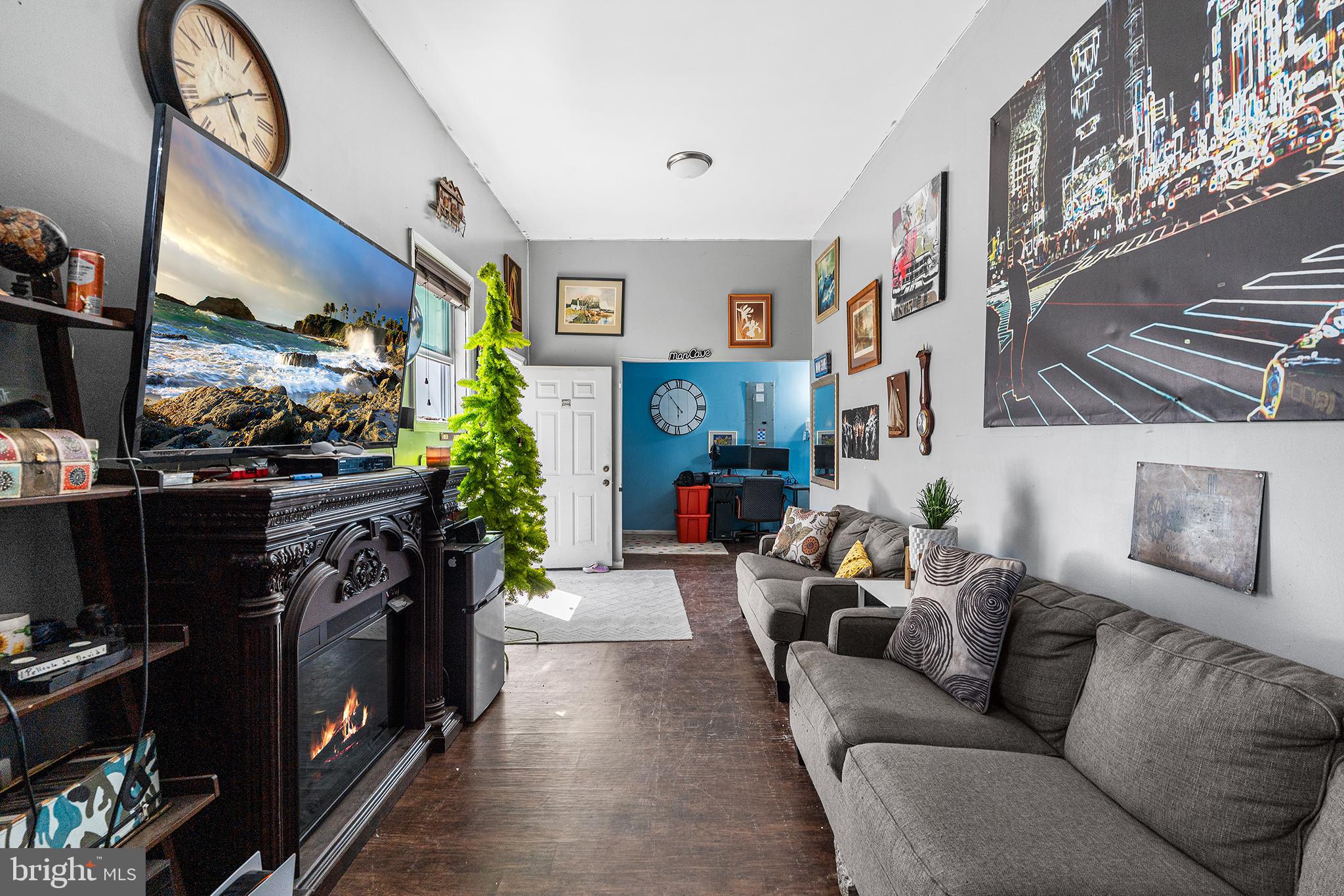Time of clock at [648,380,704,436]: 5:53
